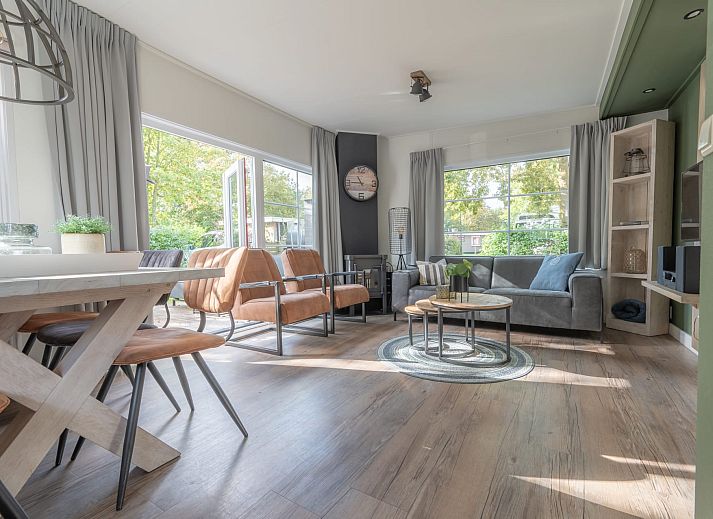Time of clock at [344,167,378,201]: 10:45
